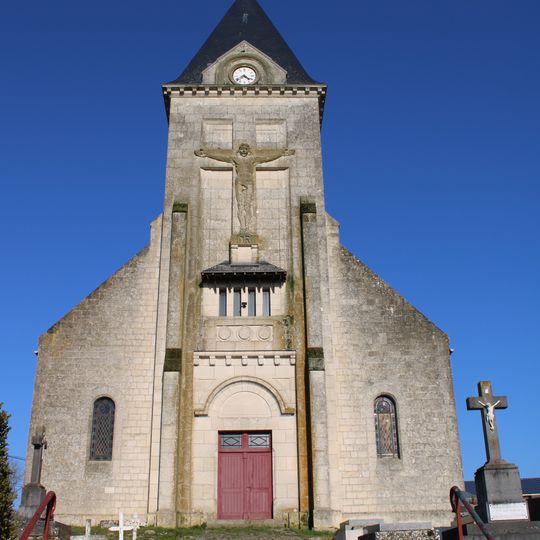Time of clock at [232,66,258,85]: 4:38
